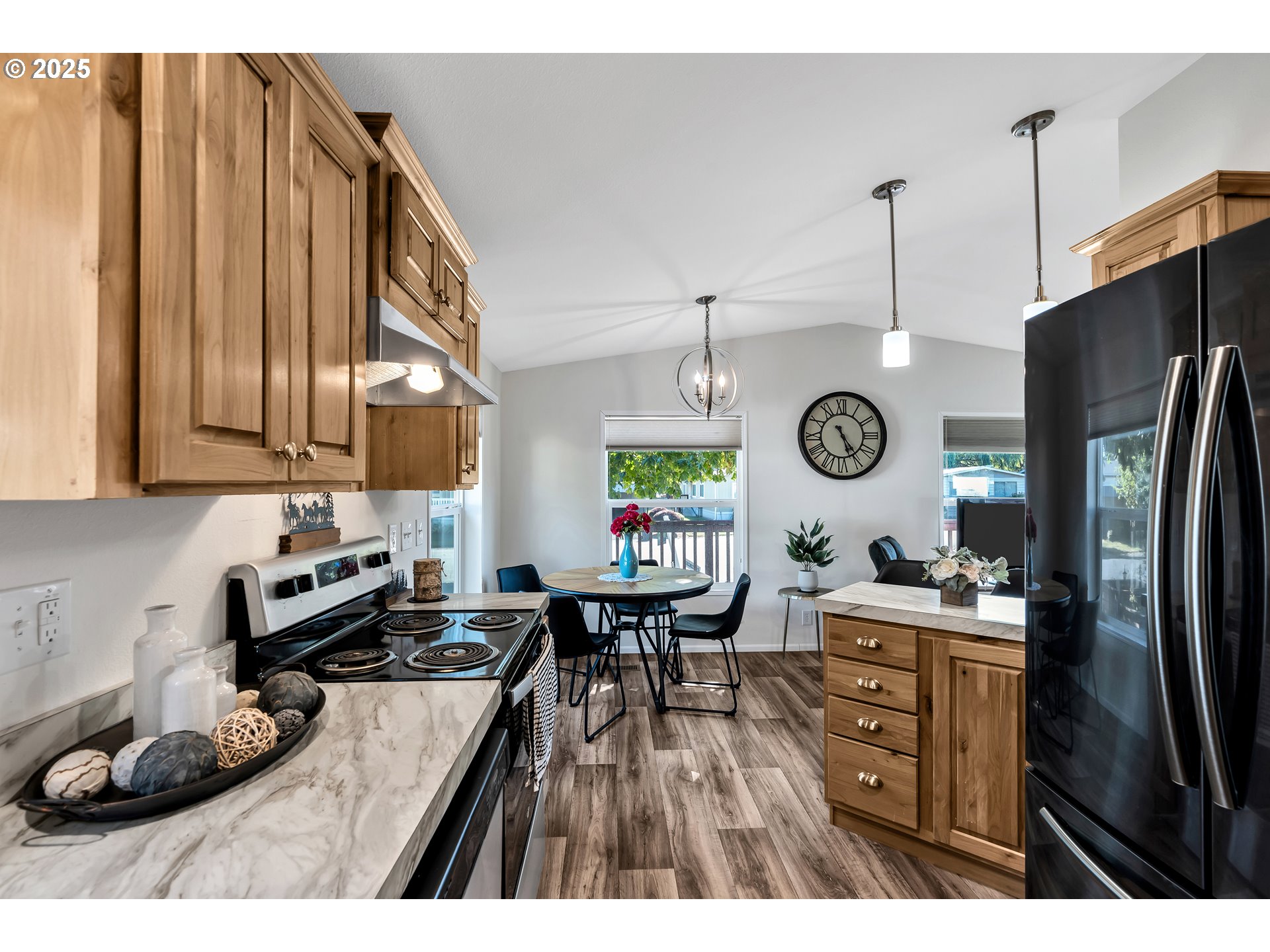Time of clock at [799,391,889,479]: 5:24
